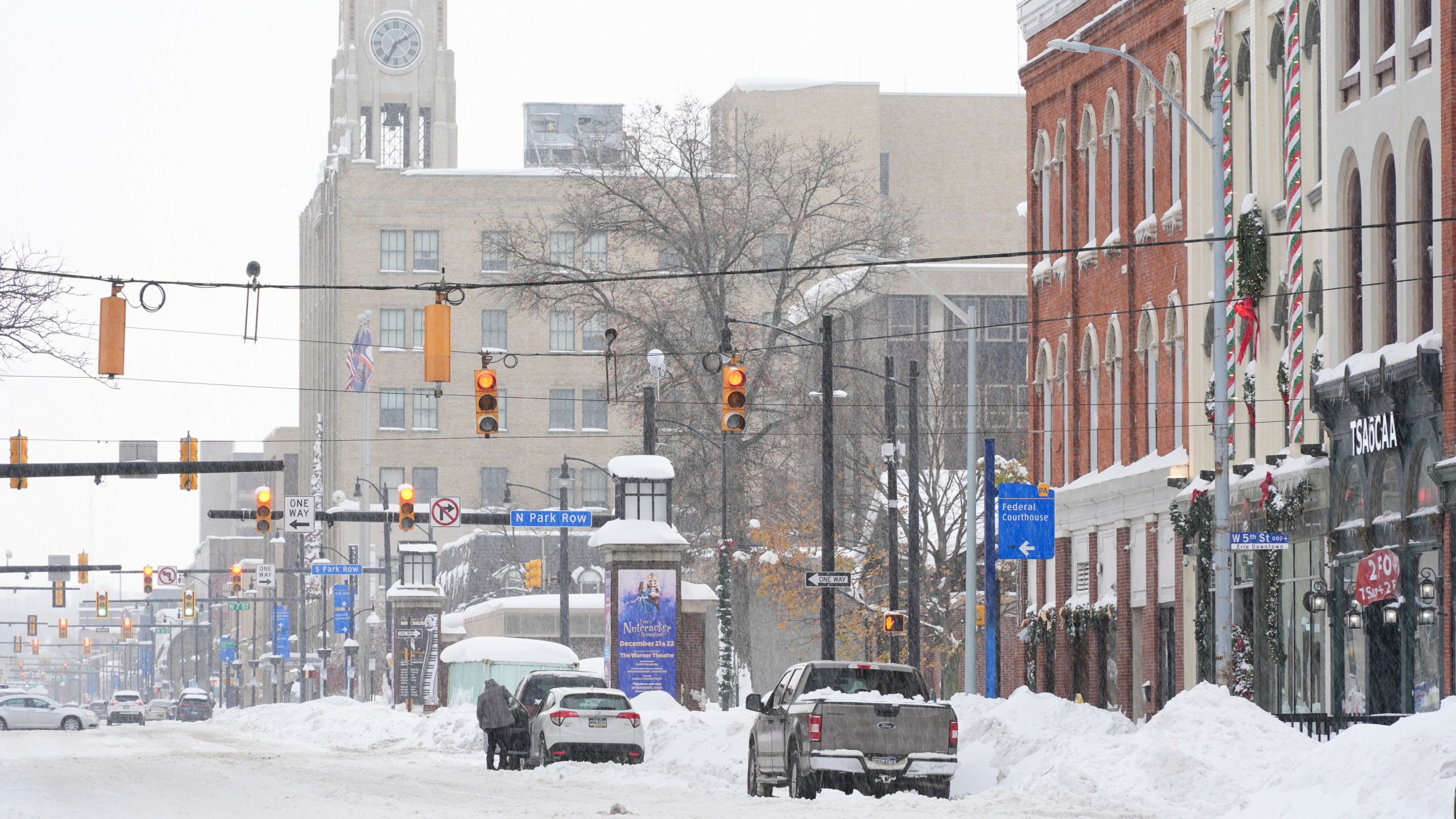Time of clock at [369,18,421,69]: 1:34
